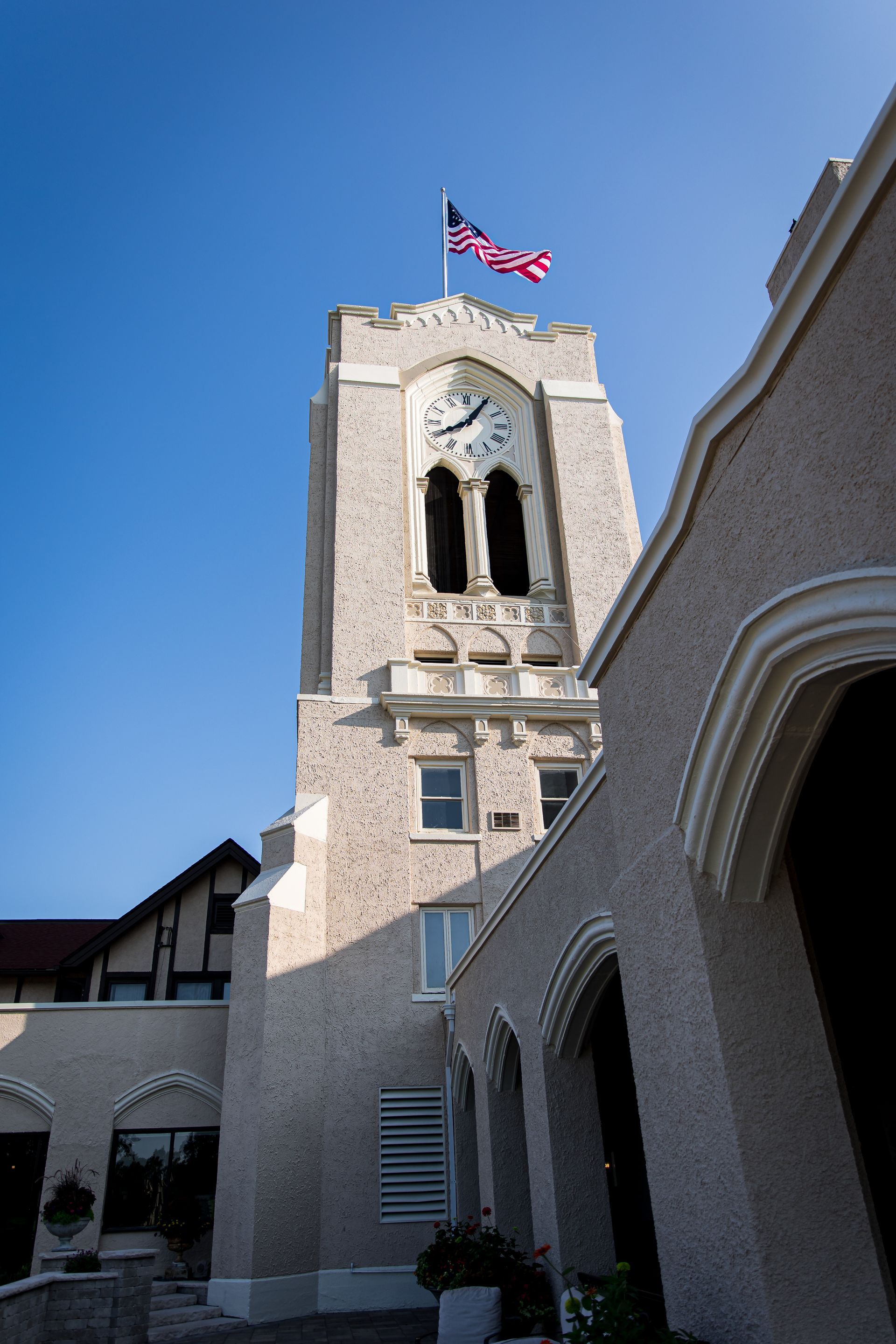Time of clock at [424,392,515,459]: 8:05
